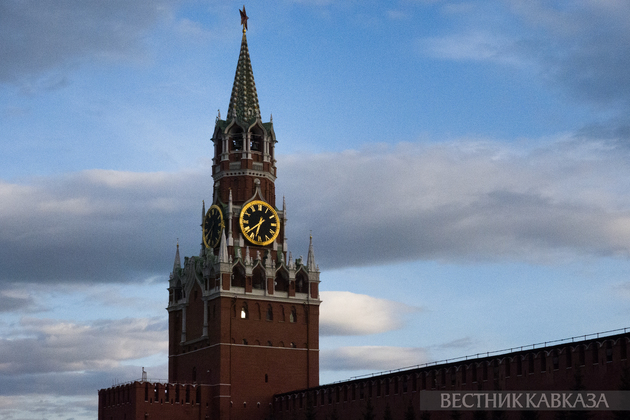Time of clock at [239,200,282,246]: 7:32
